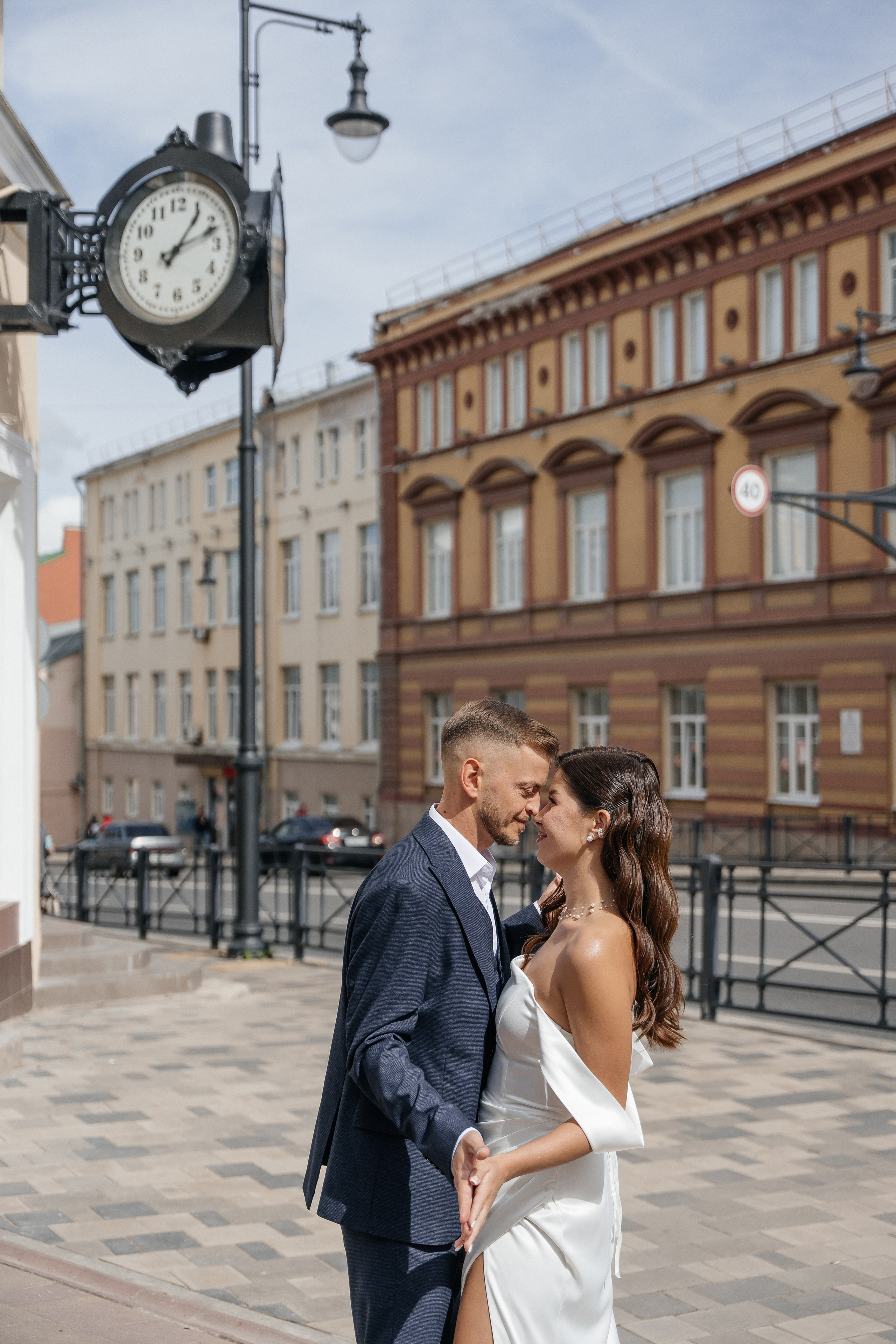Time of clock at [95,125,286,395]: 1:11
